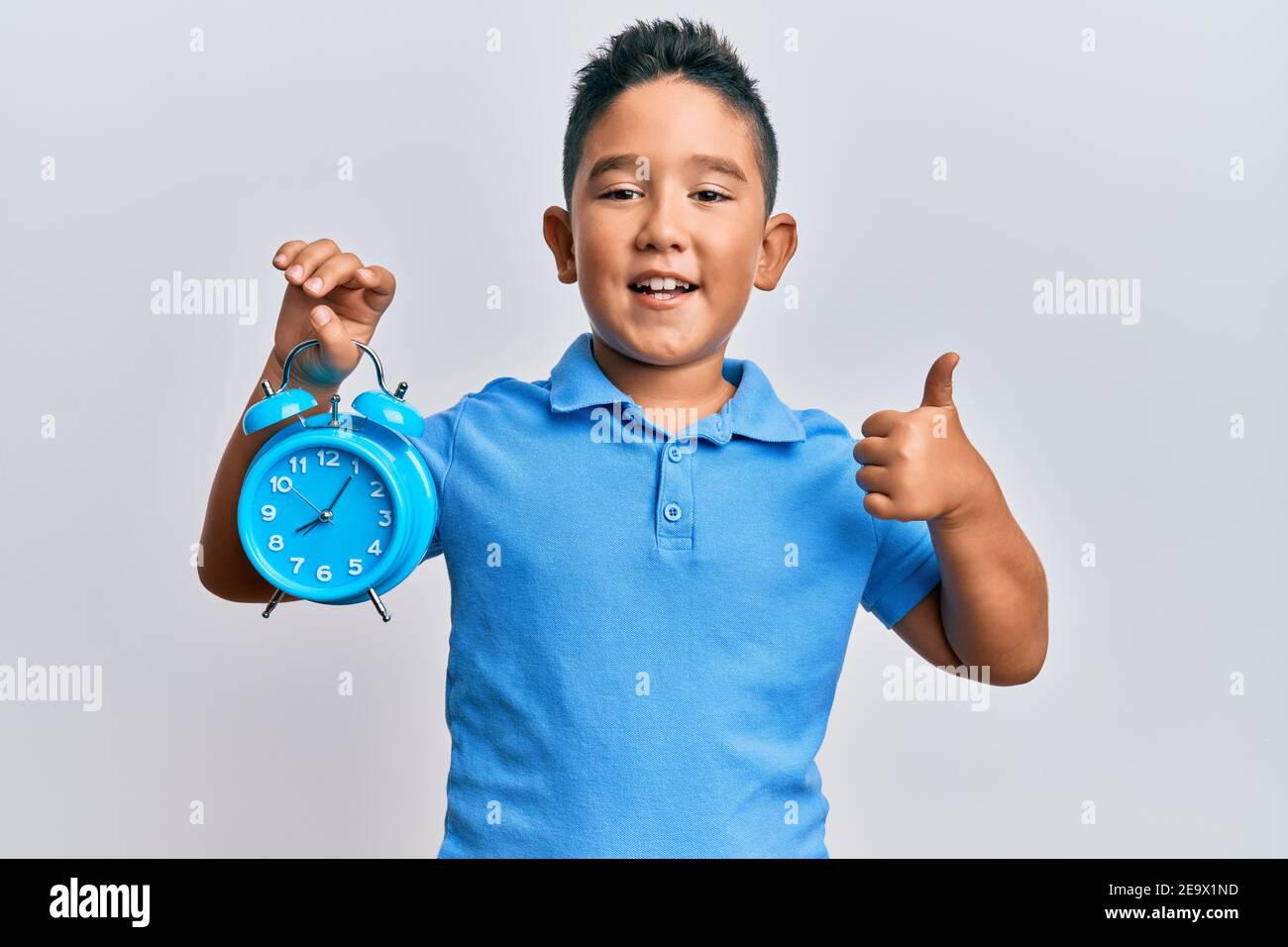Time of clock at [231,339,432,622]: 8:05
